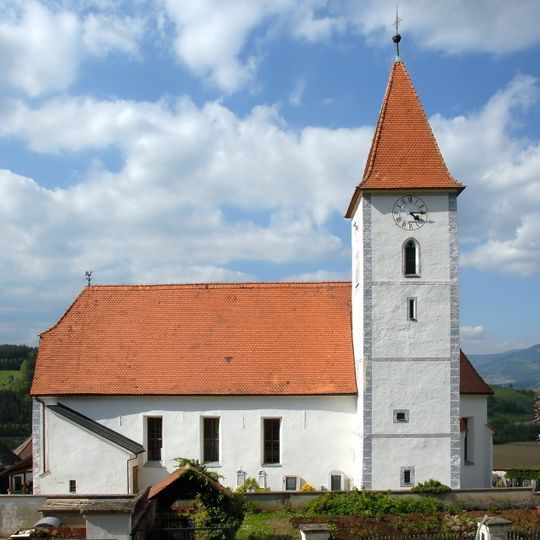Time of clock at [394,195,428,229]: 4:14
